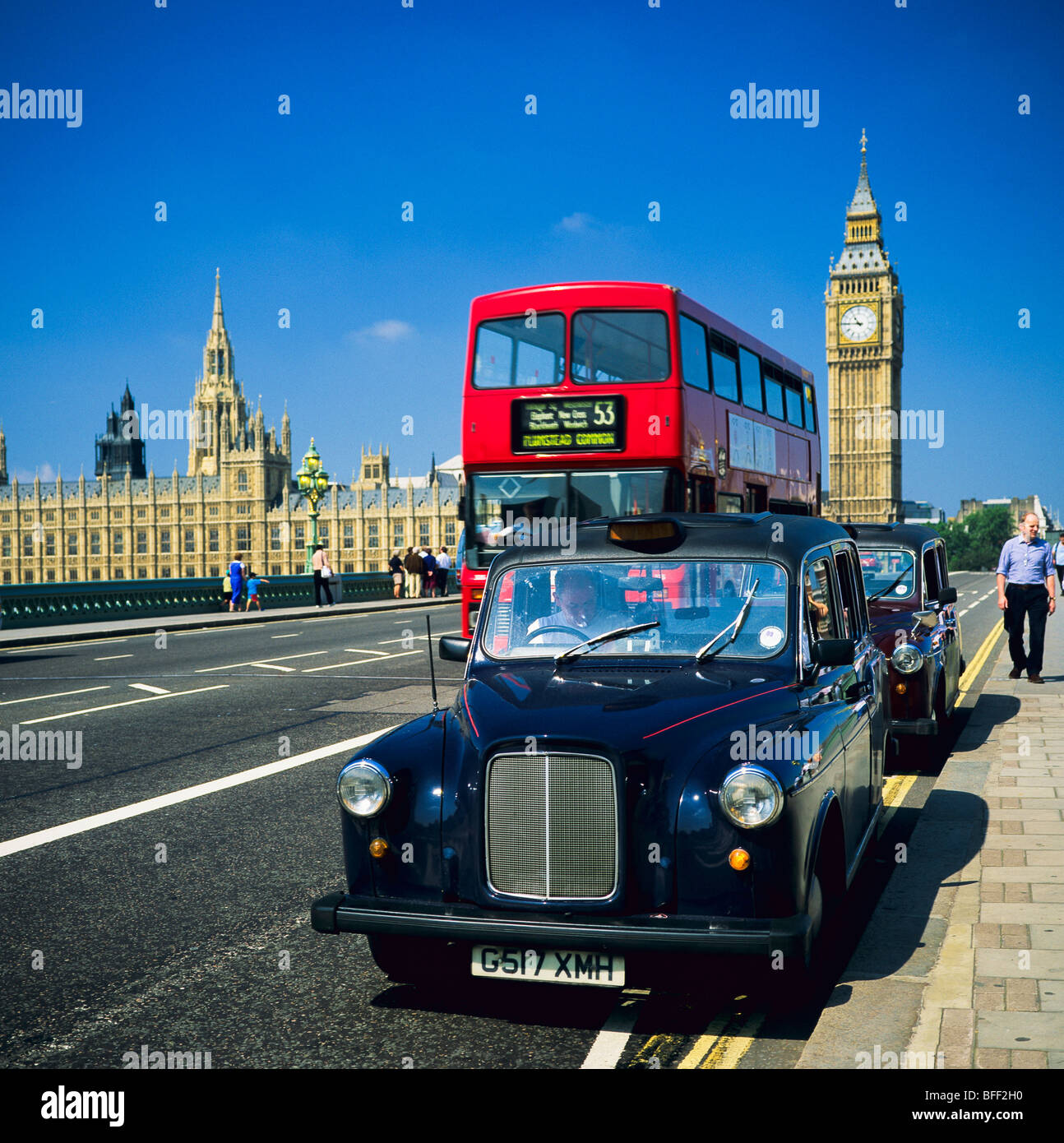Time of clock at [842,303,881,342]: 10:45
